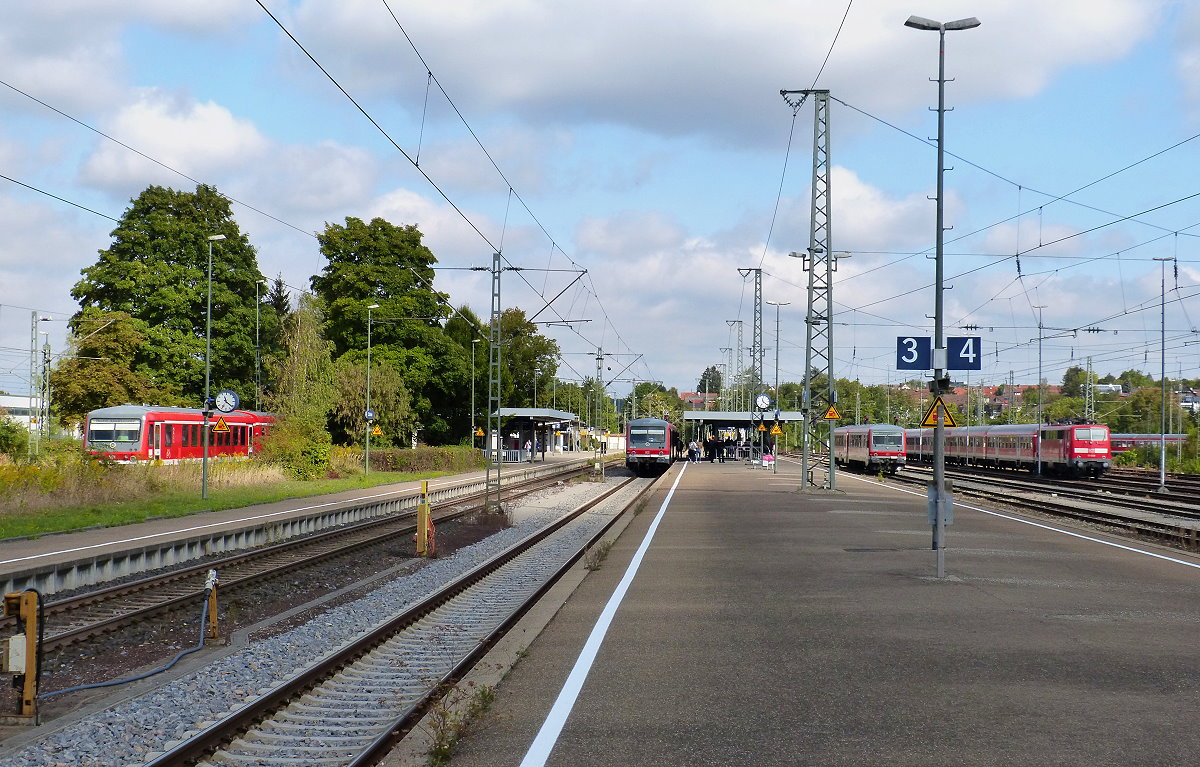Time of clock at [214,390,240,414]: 11:21
